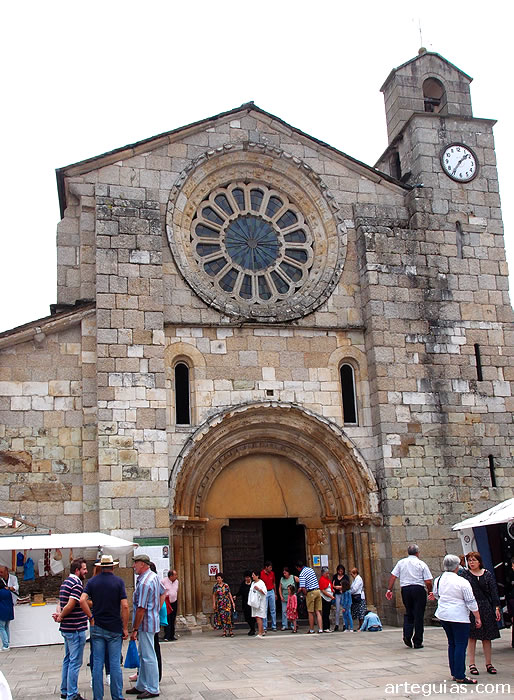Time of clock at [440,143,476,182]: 1:36
